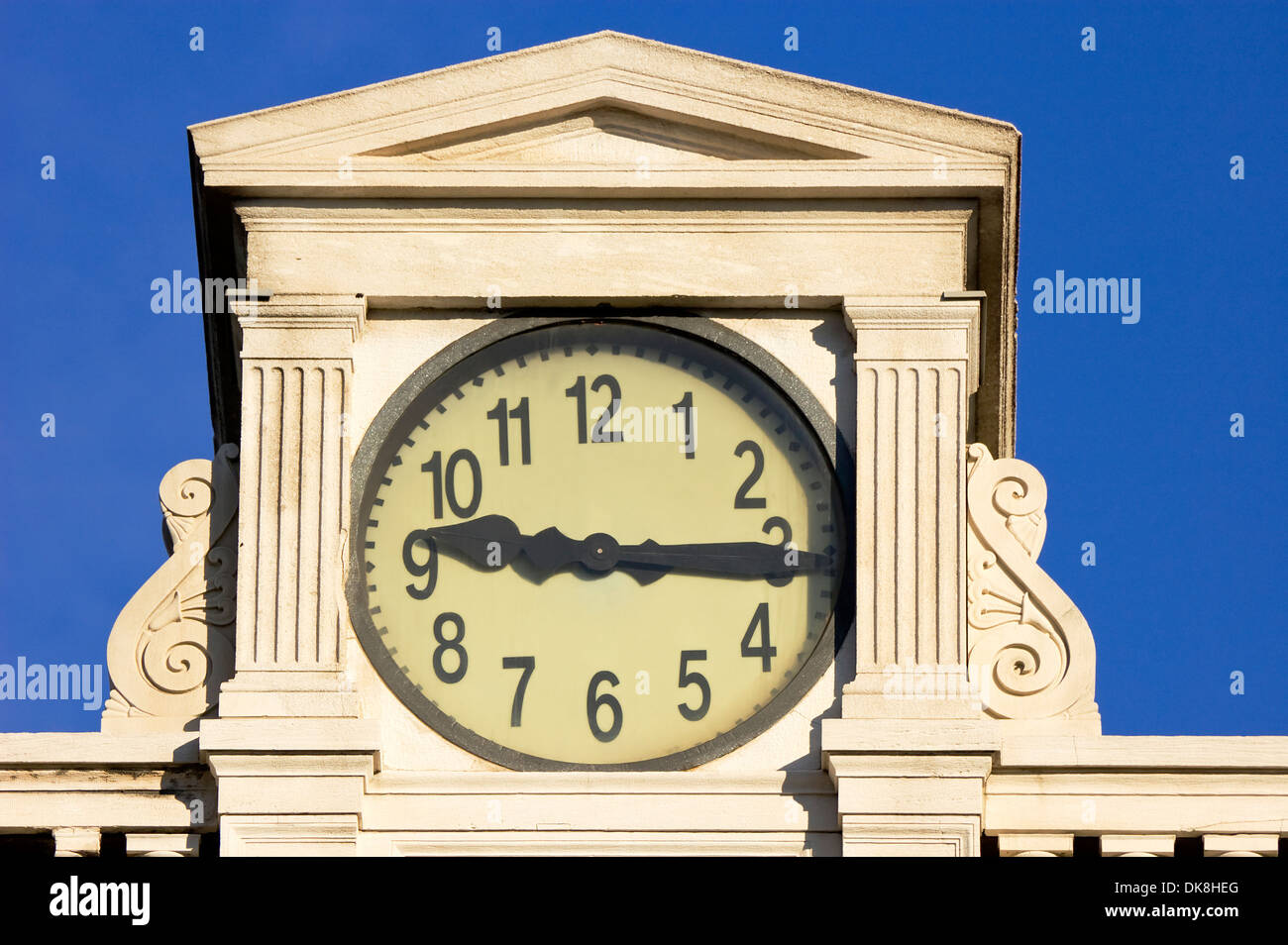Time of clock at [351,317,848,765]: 9:15
